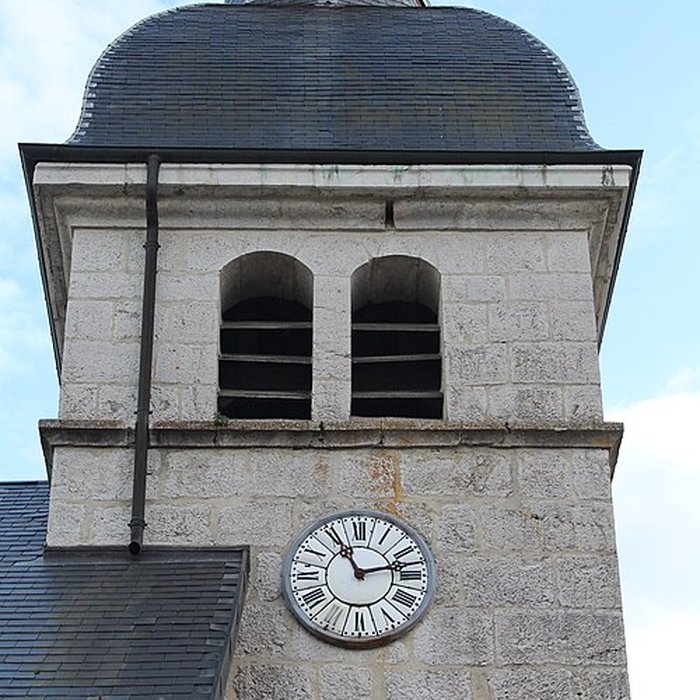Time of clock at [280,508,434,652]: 11:12
